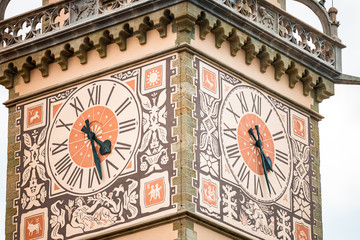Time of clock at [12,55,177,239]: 4:27
